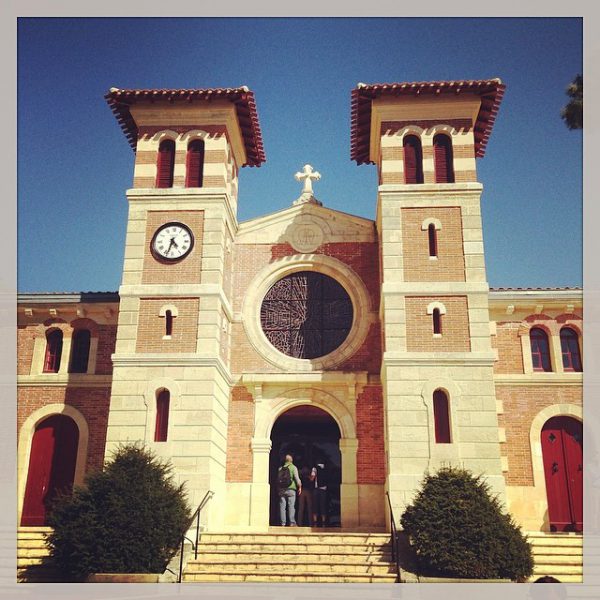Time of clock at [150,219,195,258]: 4:33
